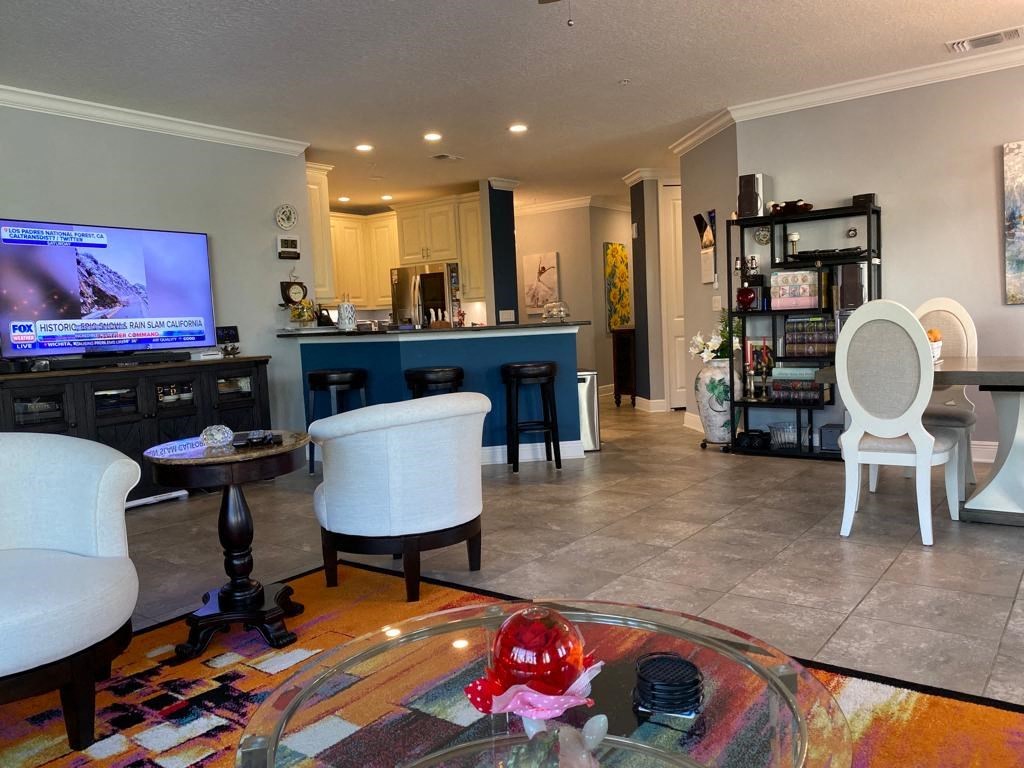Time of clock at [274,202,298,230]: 12:52
